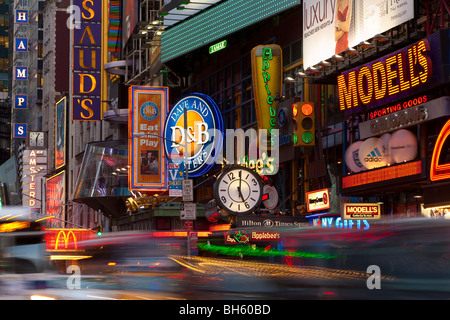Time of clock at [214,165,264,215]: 5:00
